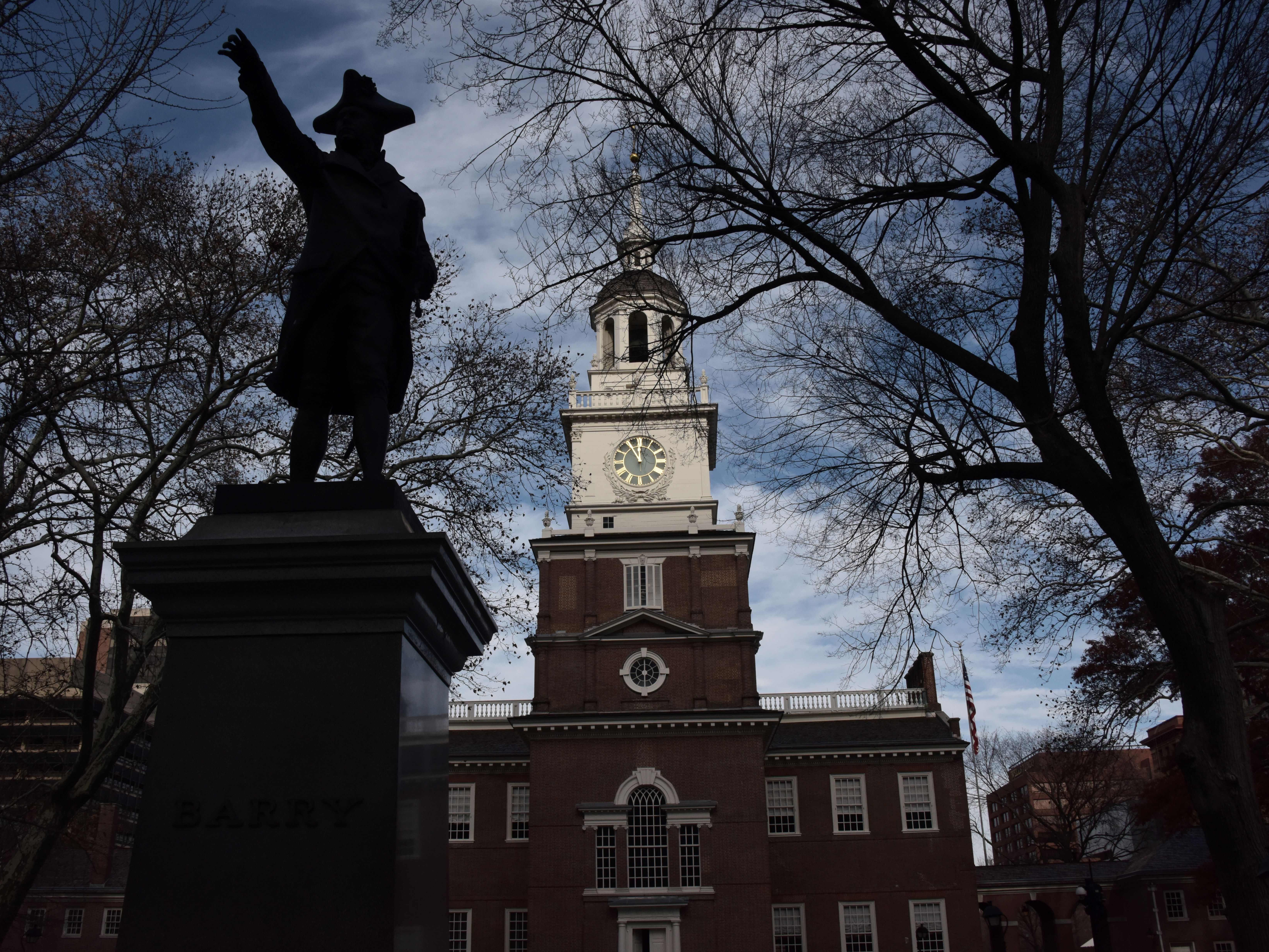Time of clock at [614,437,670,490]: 11:54
